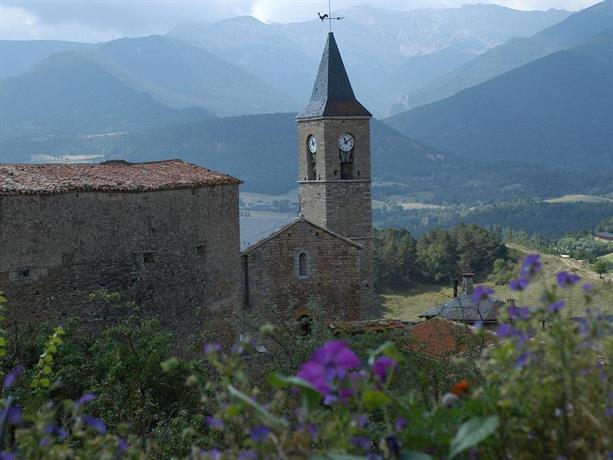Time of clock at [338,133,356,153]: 11:09
